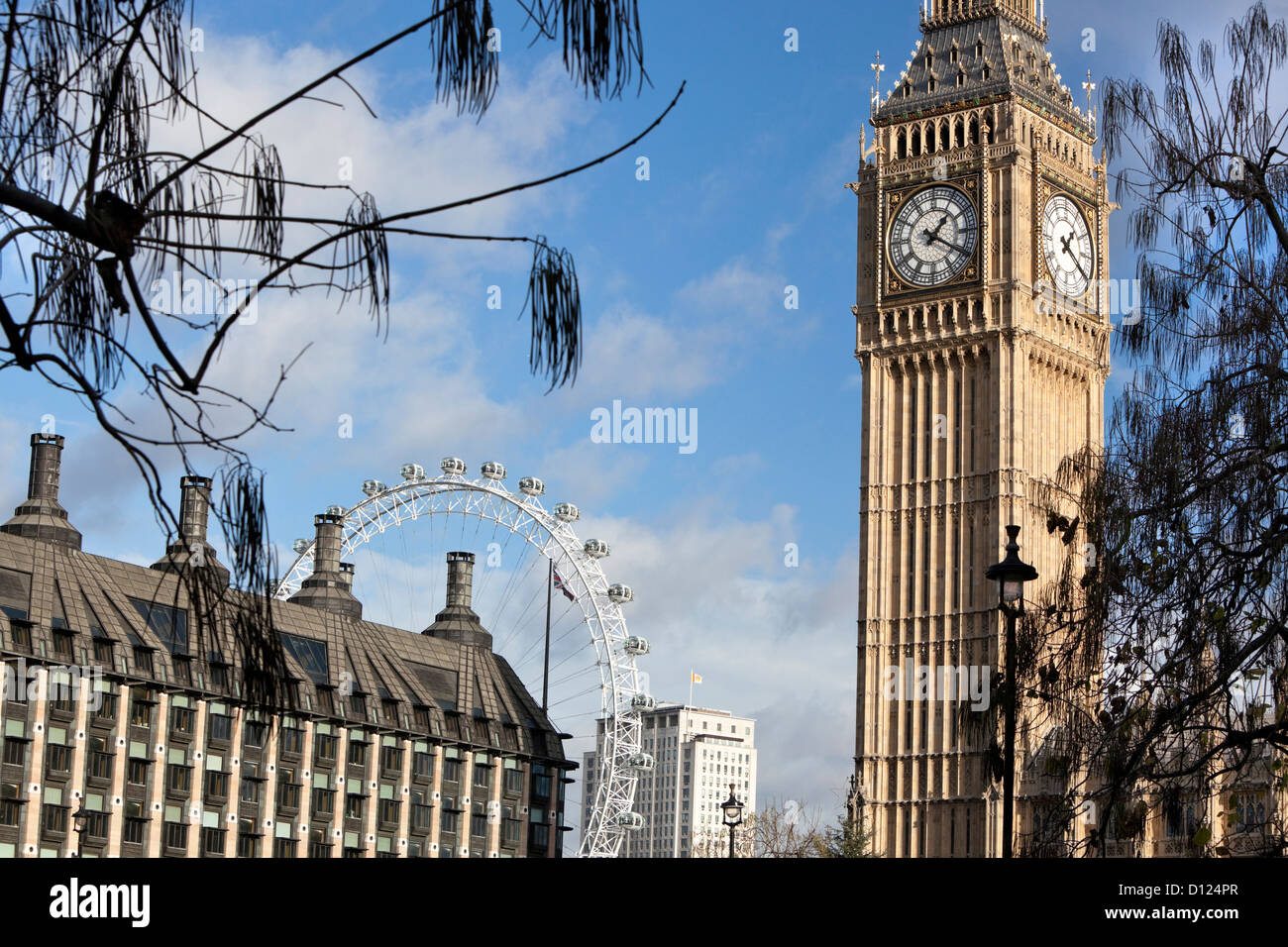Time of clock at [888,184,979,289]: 1:20
